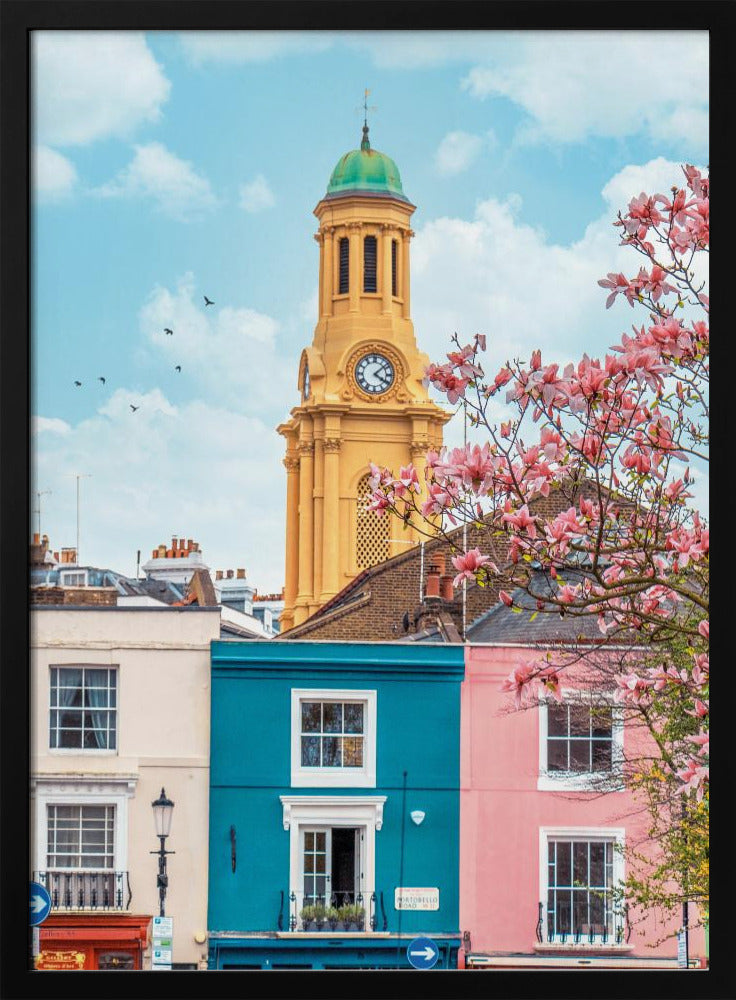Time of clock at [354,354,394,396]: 4:08
